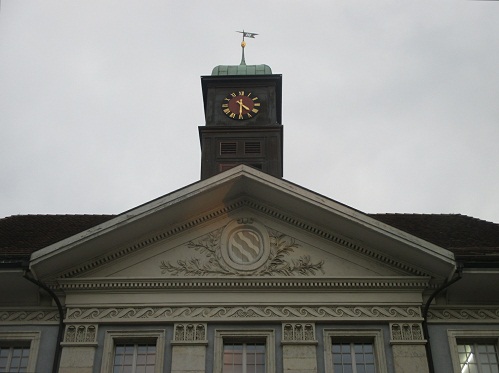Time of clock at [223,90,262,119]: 4:30
